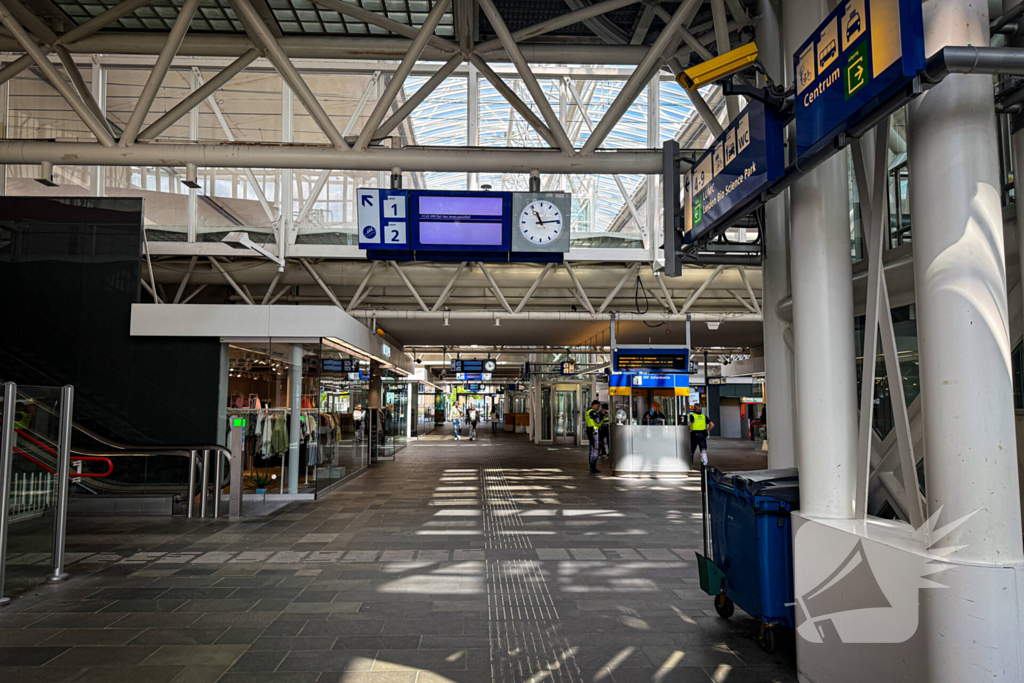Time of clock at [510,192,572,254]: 11:13
